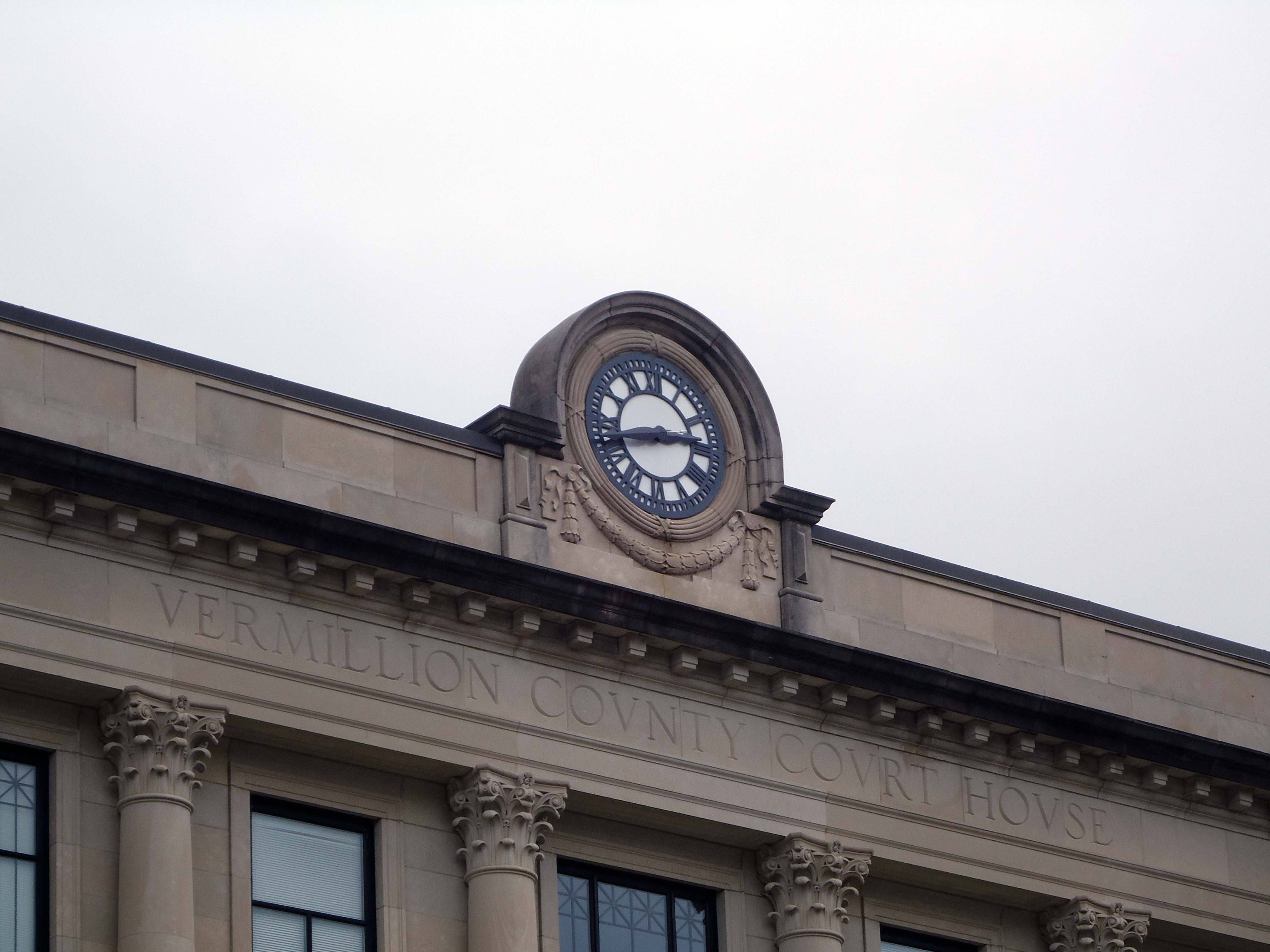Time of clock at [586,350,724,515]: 2:42
